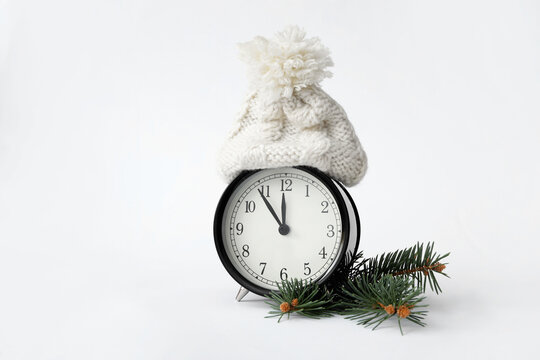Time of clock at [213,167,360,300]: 11:54
